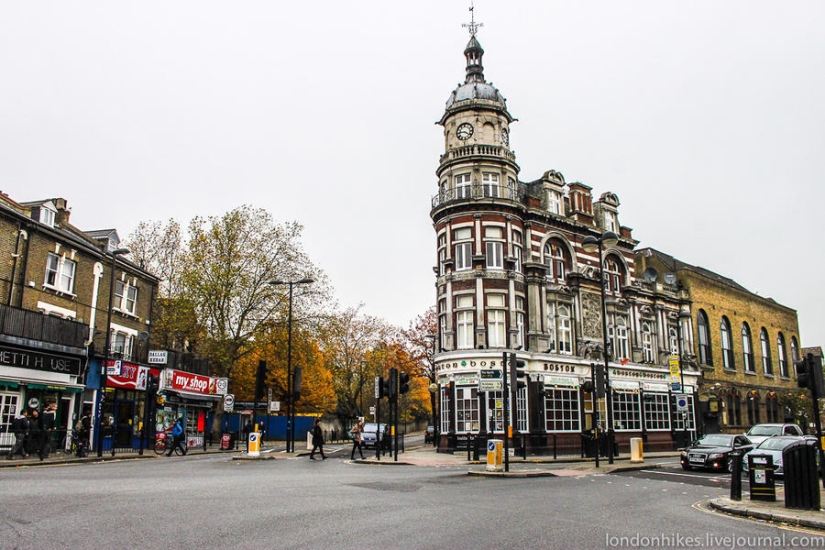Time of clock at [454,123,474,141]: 9:20
